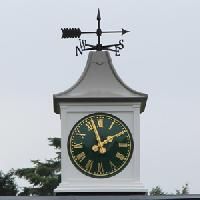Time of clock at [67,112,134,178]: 1:57
